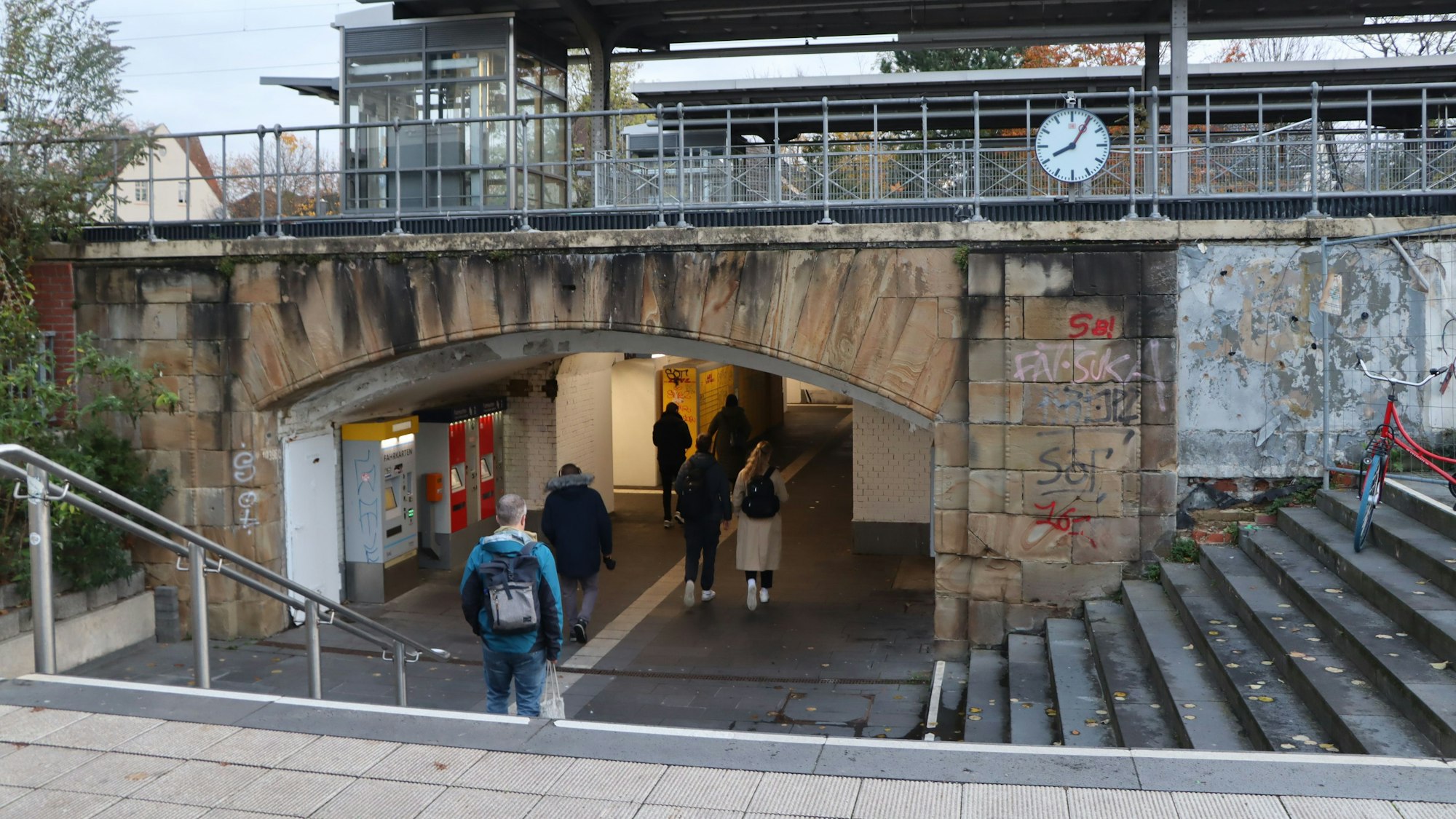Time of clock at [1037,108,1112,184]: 8:05
